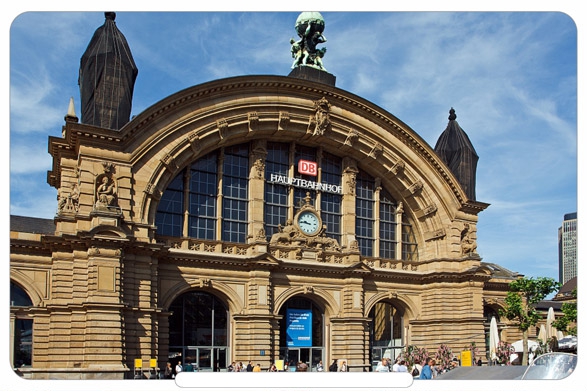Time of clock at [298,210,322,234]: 9:45
